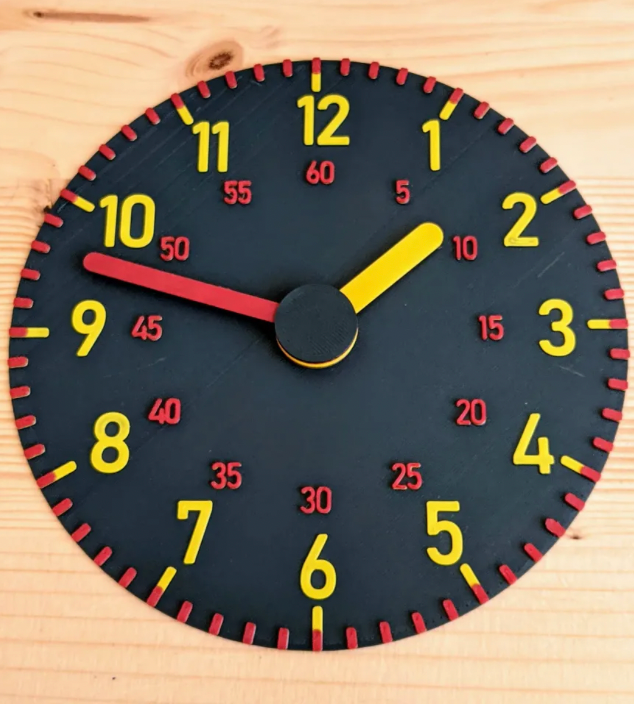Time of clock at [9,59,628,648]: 1:47
